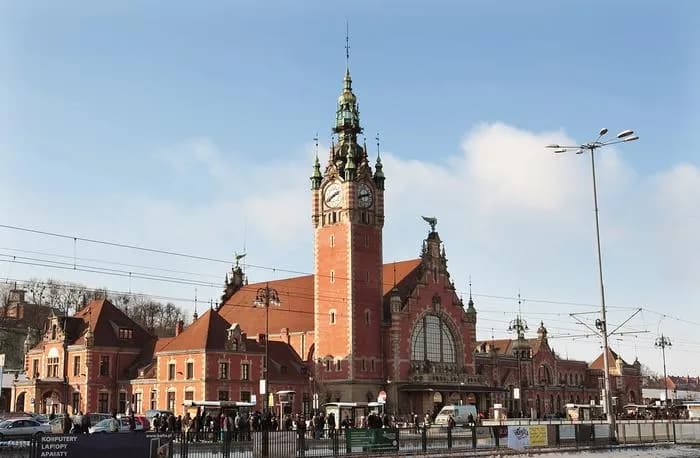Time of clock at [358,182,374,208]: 2:42
